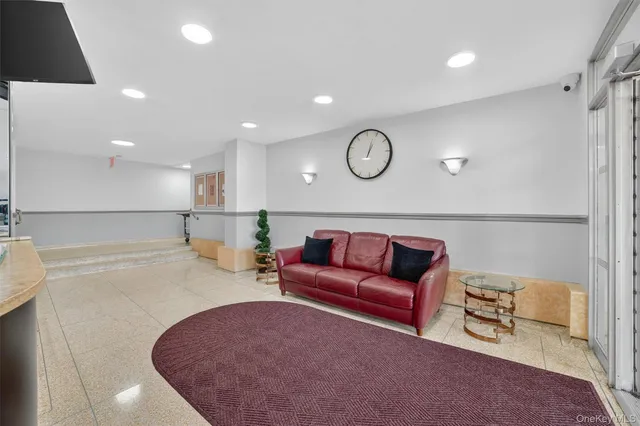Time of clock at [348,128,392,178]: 1:03
